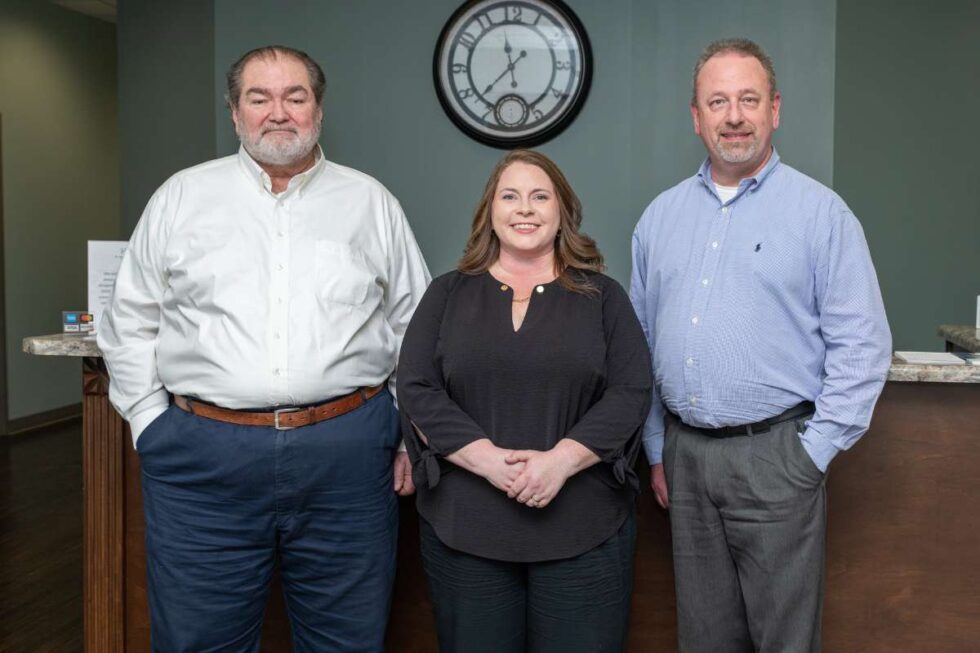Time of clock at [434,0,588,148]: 11:37
